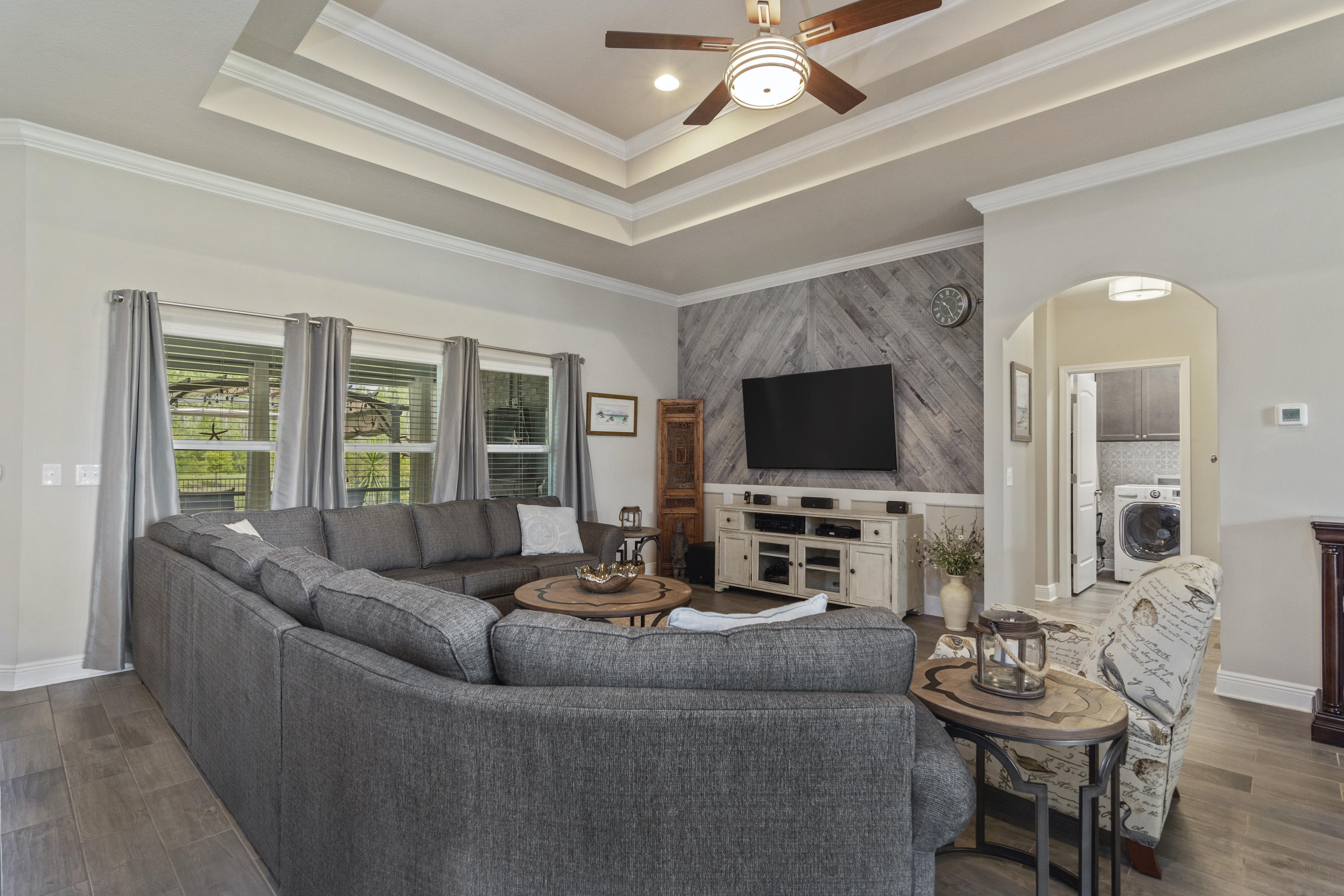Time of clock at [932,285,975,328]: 10:26
